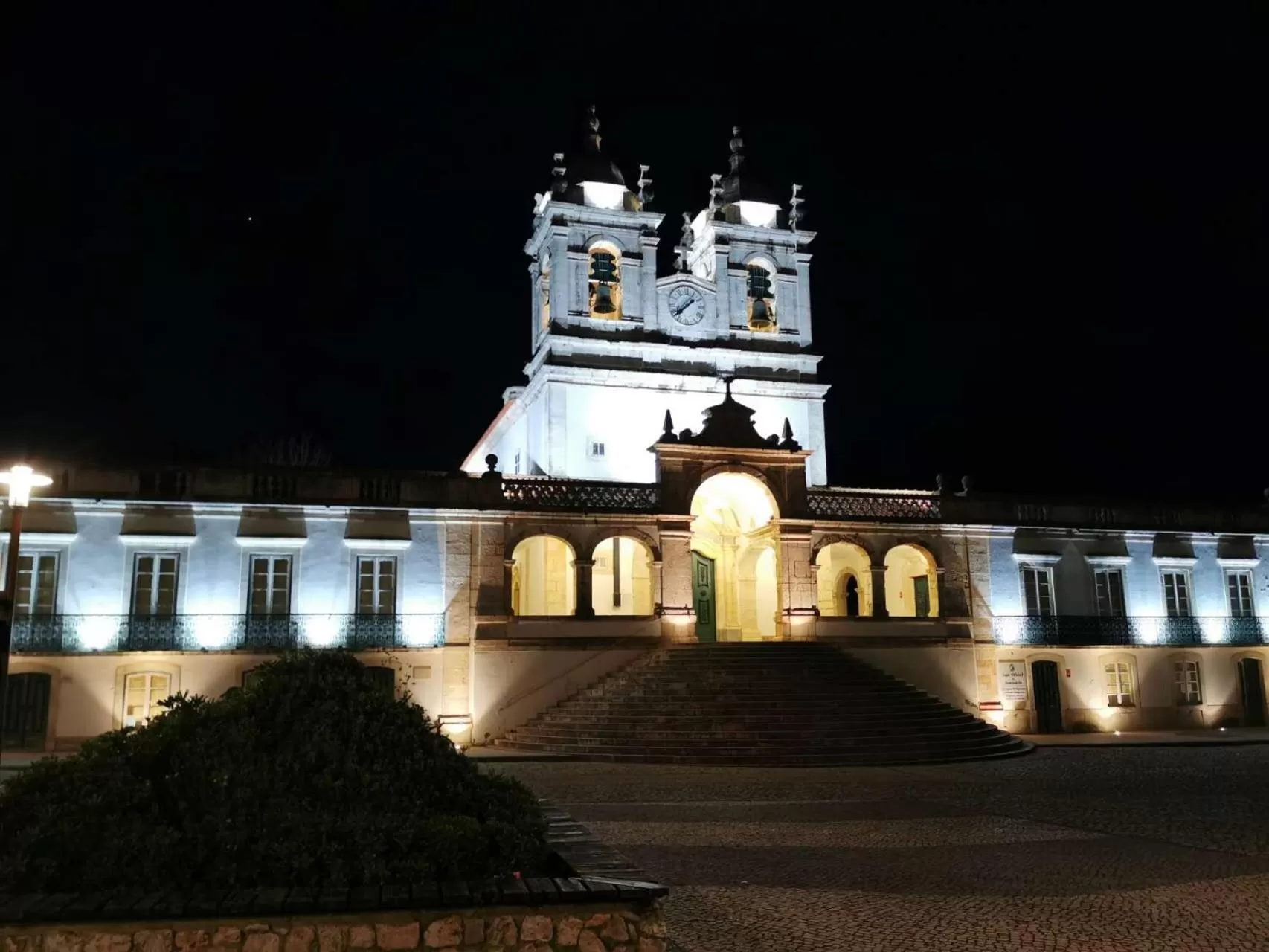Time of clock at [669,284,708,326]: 1:38
